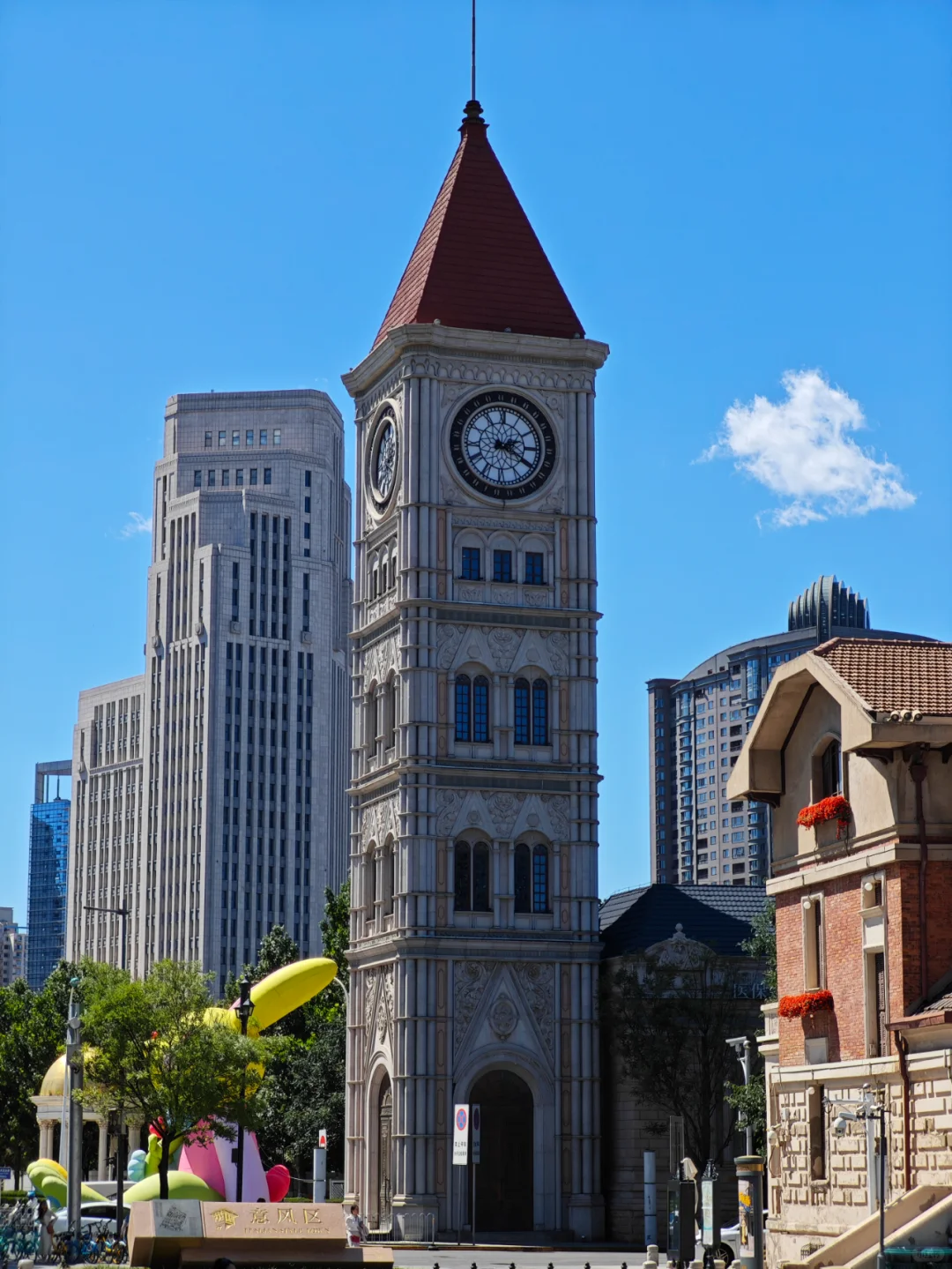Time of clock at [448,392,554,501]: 2:19
